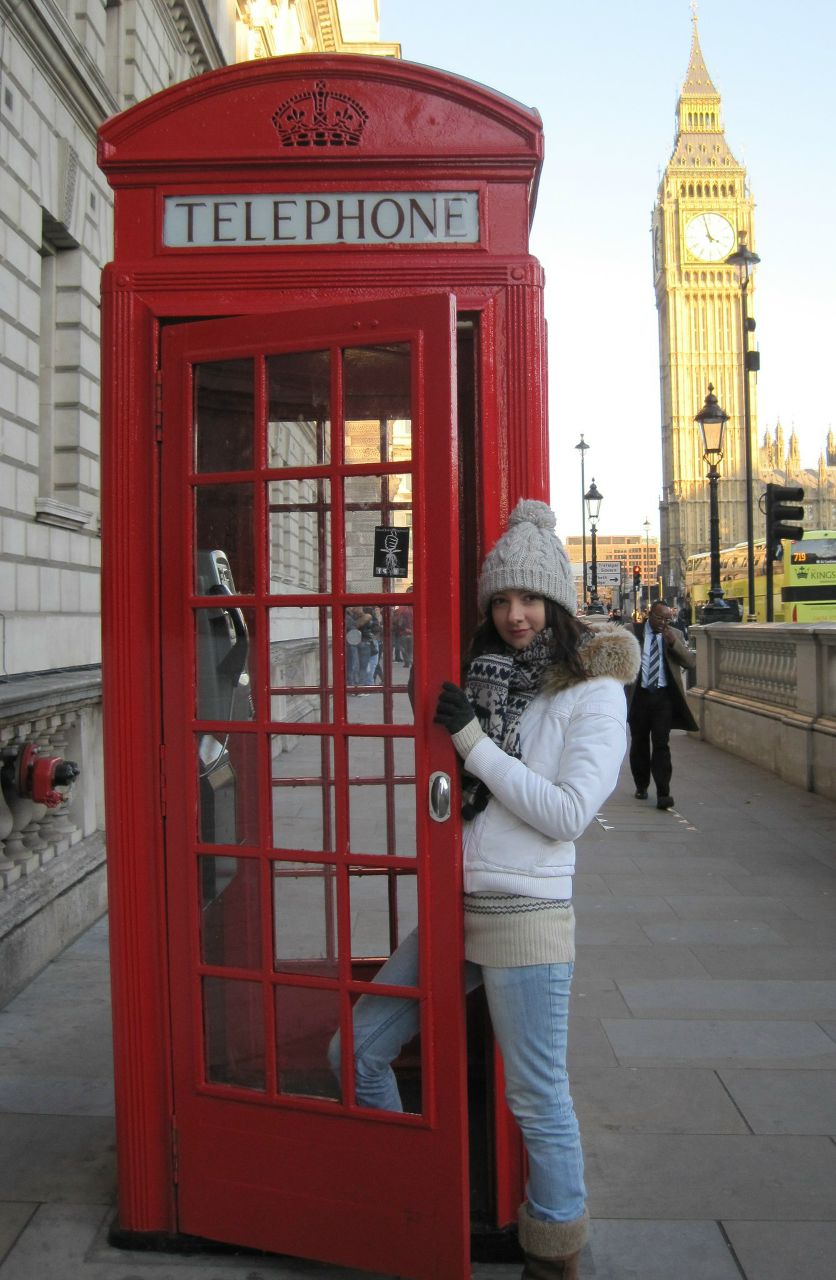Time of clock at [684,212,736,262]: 3:57
